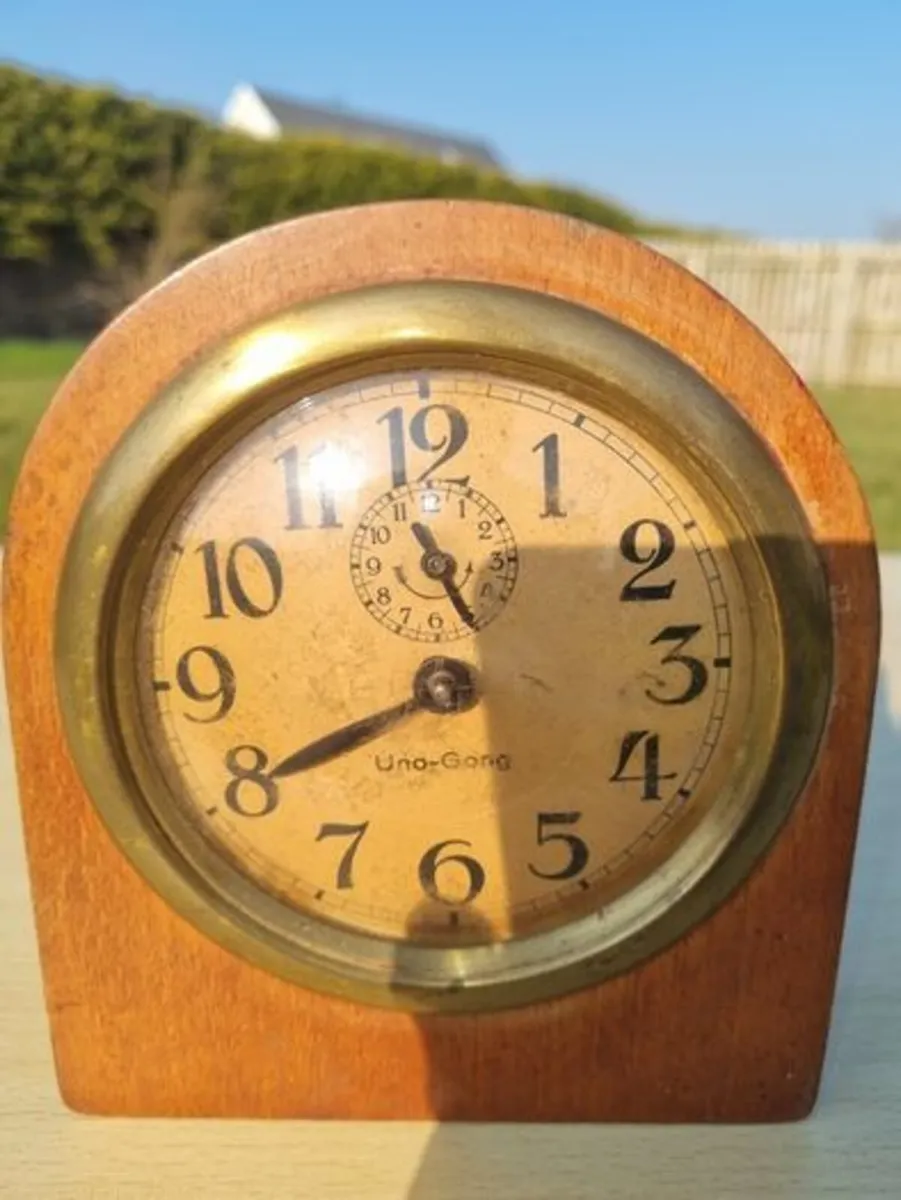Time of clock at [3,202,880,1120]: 11:40
